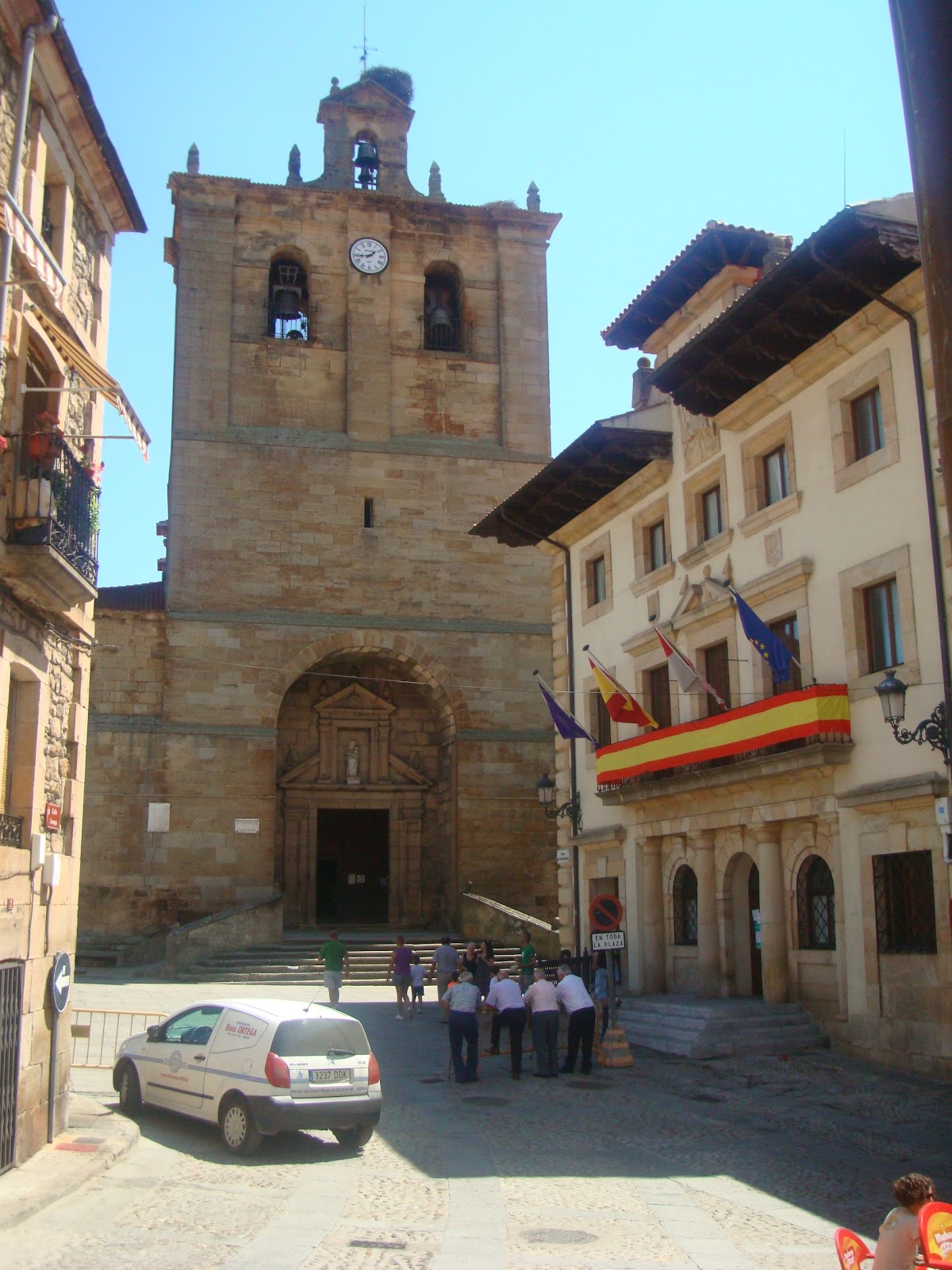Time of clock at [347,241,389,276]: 1:44
